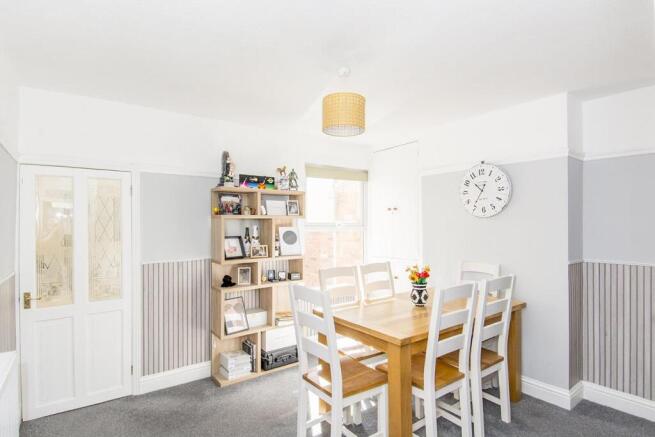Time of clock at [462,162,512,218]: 10:35
